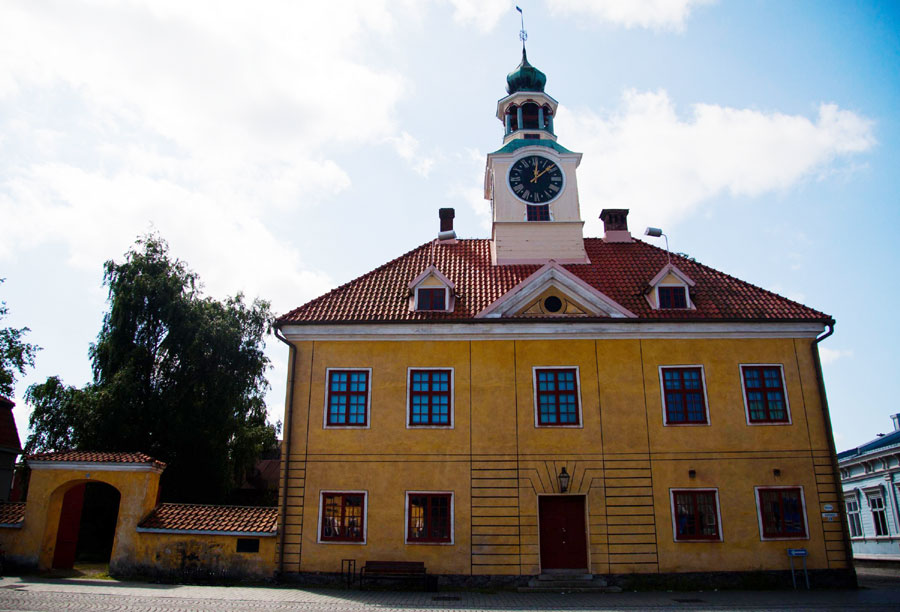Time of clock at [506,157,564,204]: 12:07
